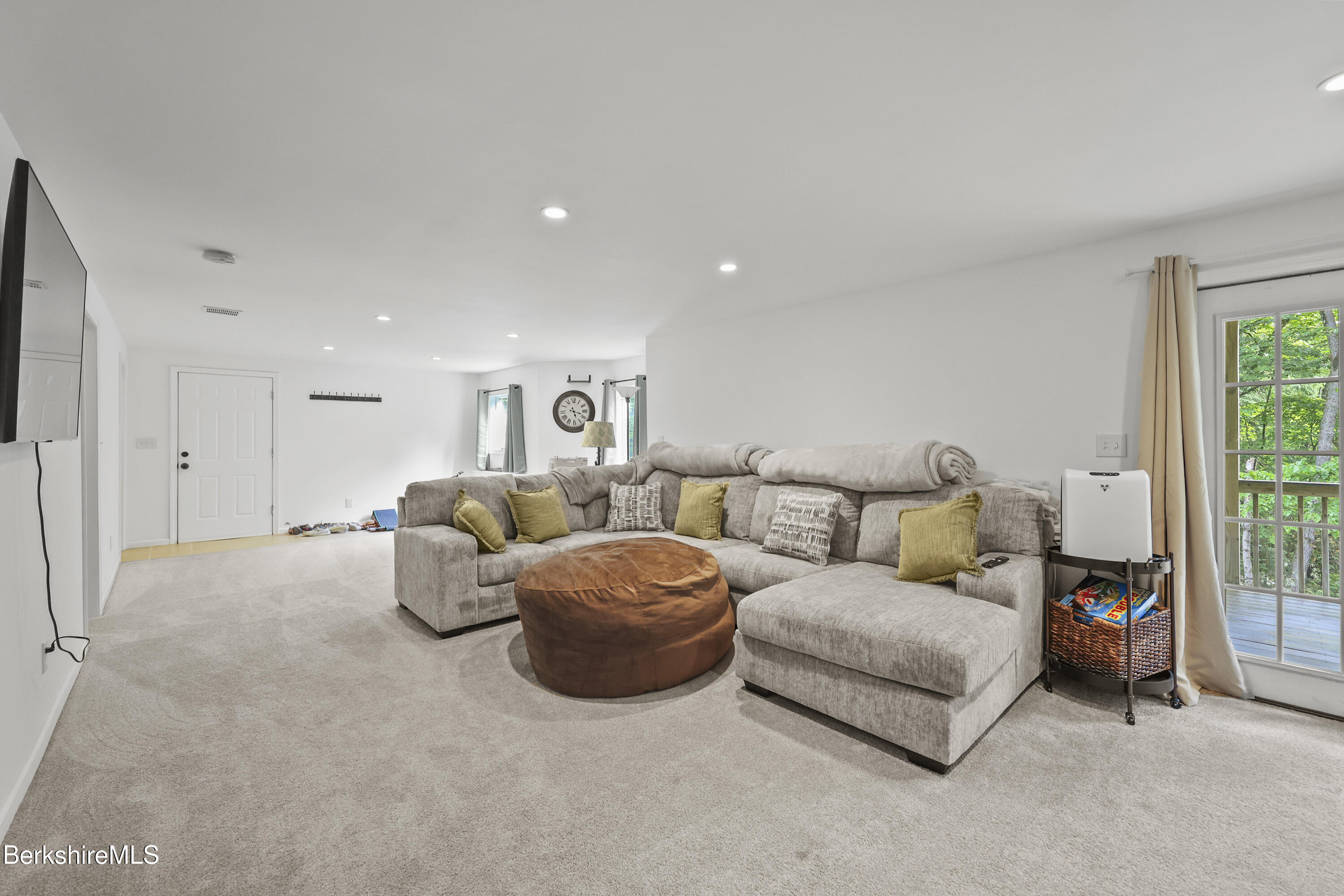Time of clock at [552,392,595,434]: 5:18
